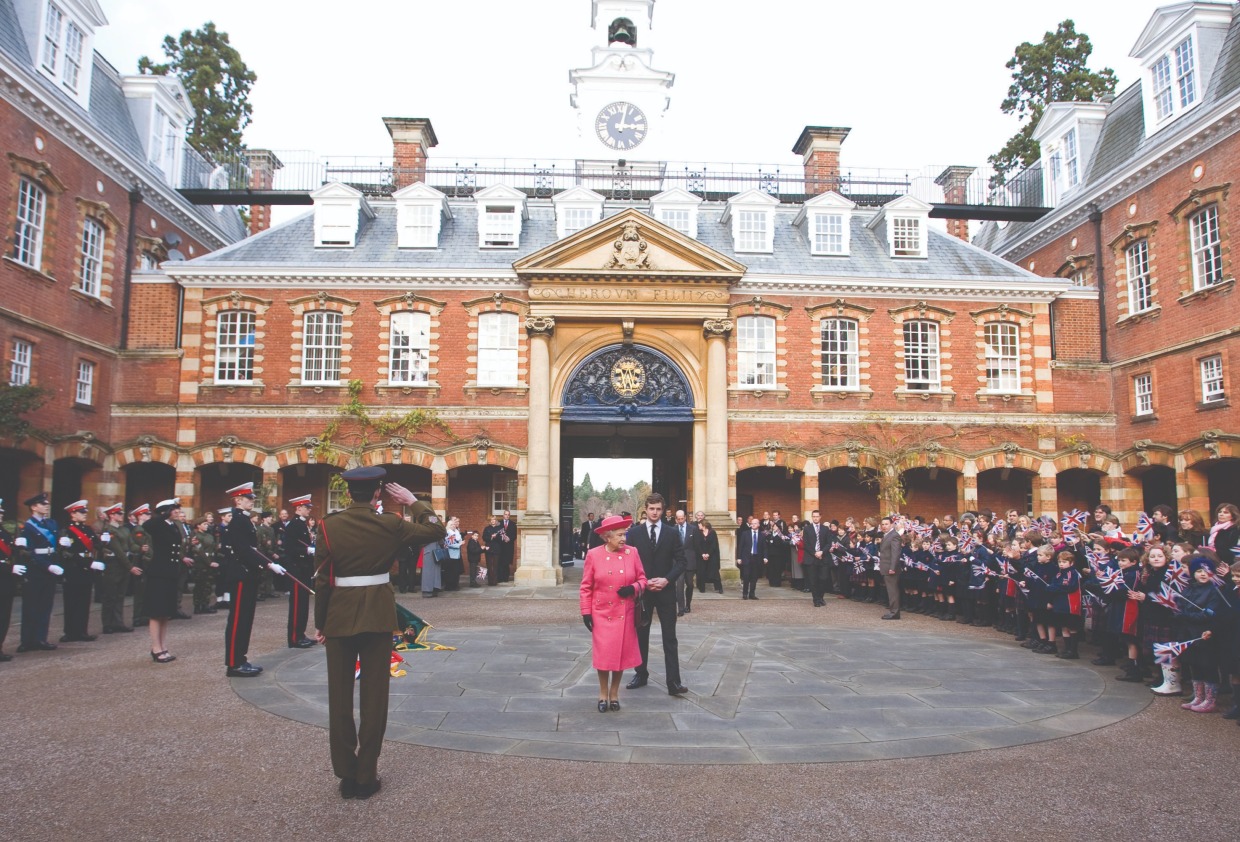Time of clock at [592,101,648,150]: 3:02
